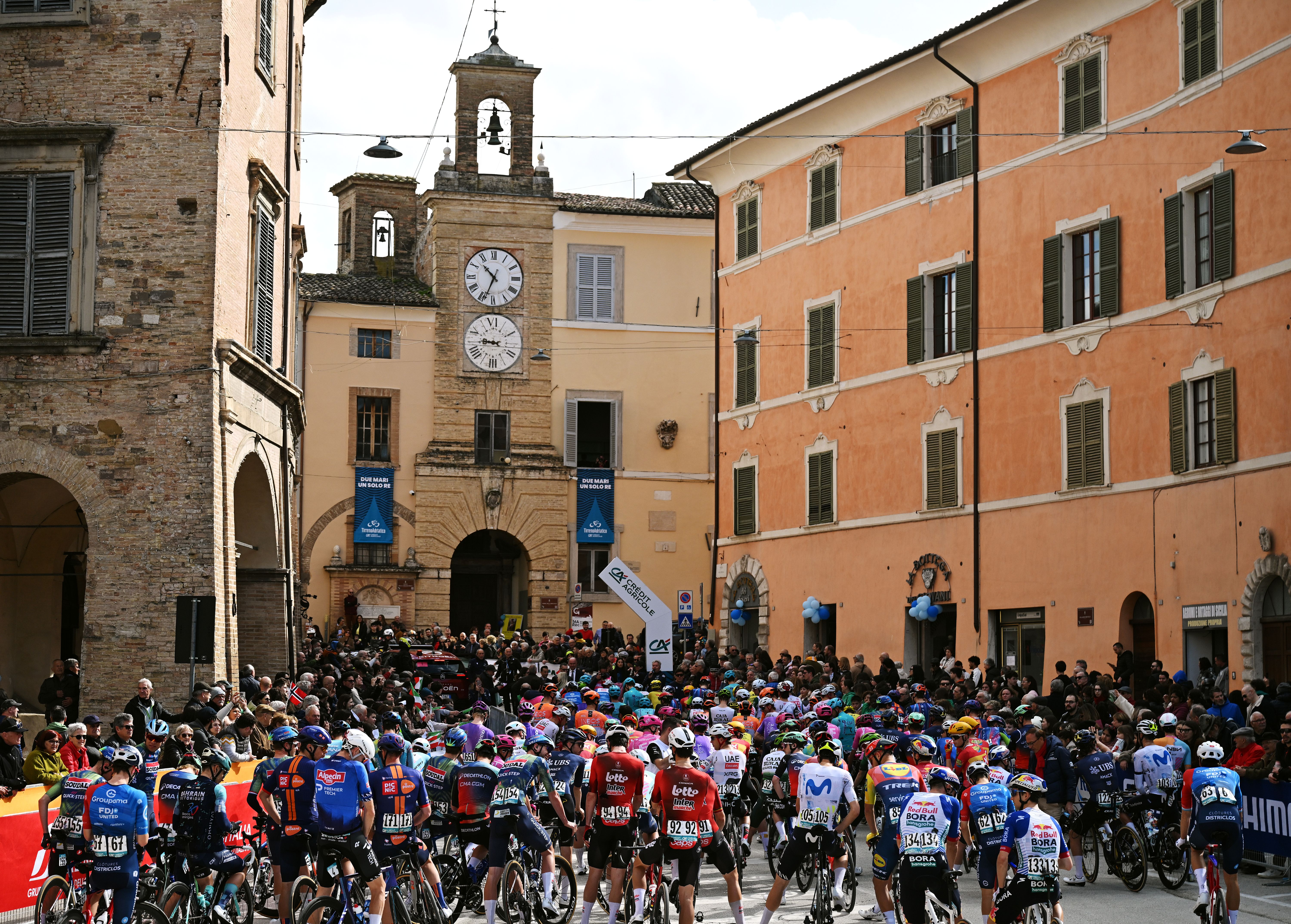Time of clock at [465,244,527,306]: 10:33
